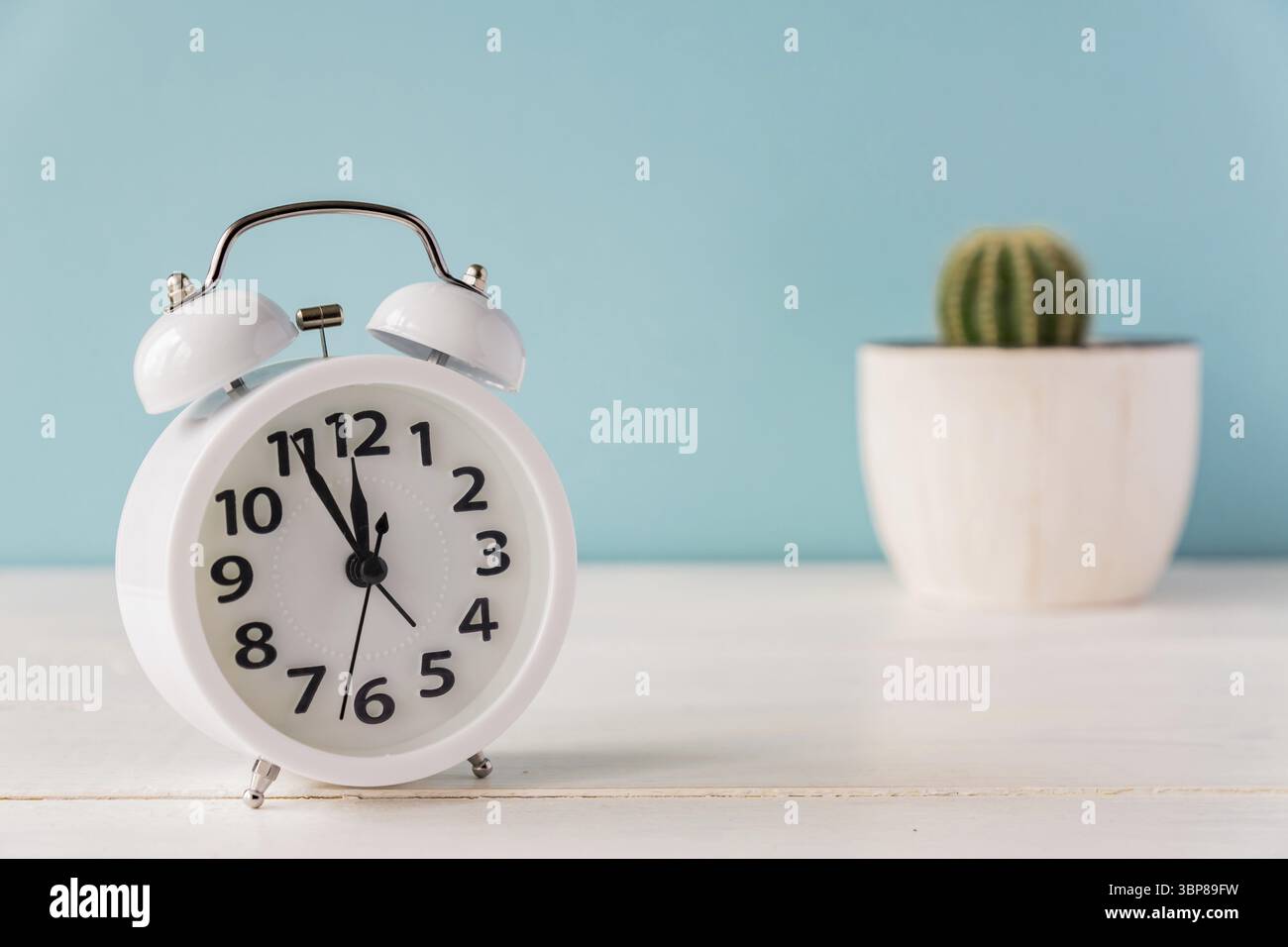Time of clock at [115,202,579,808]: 11:55
